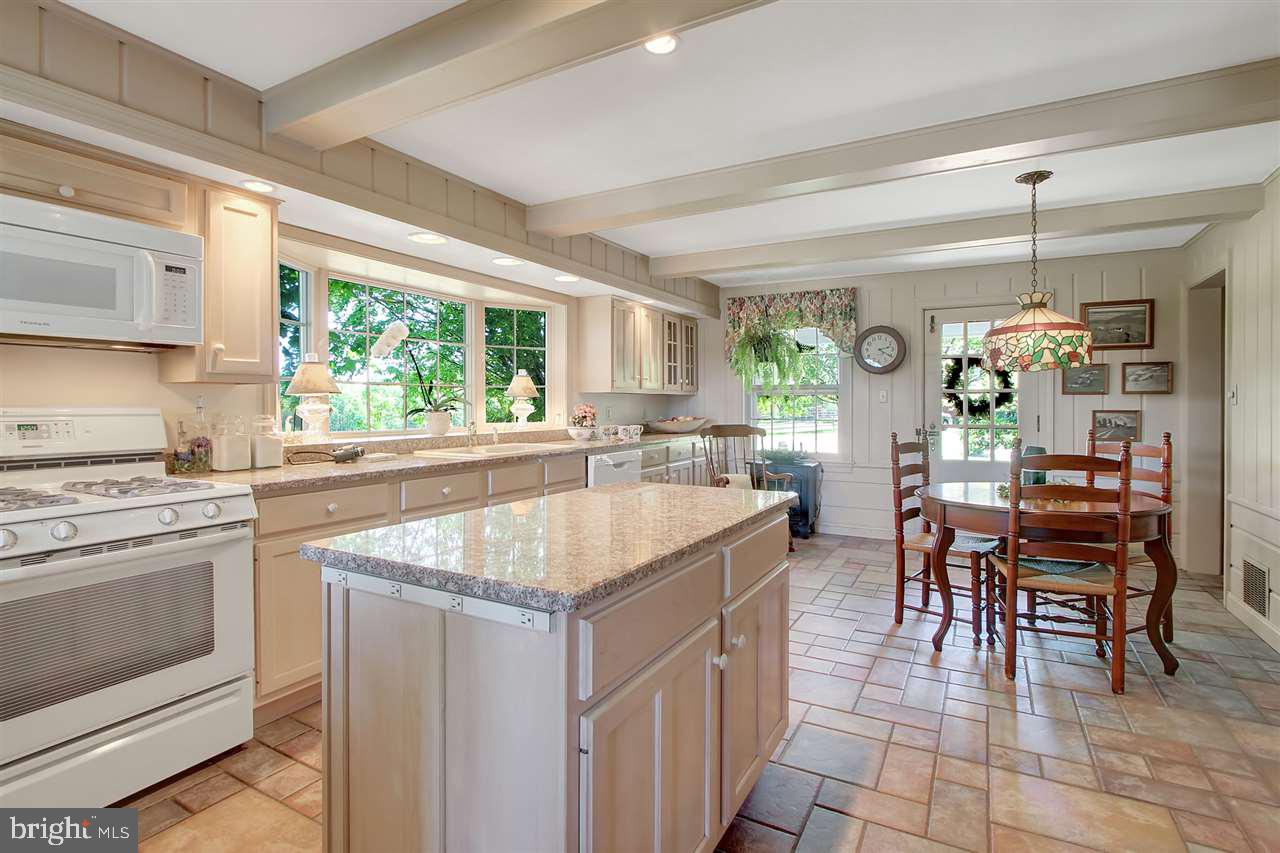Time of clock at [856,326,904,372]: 2:20
